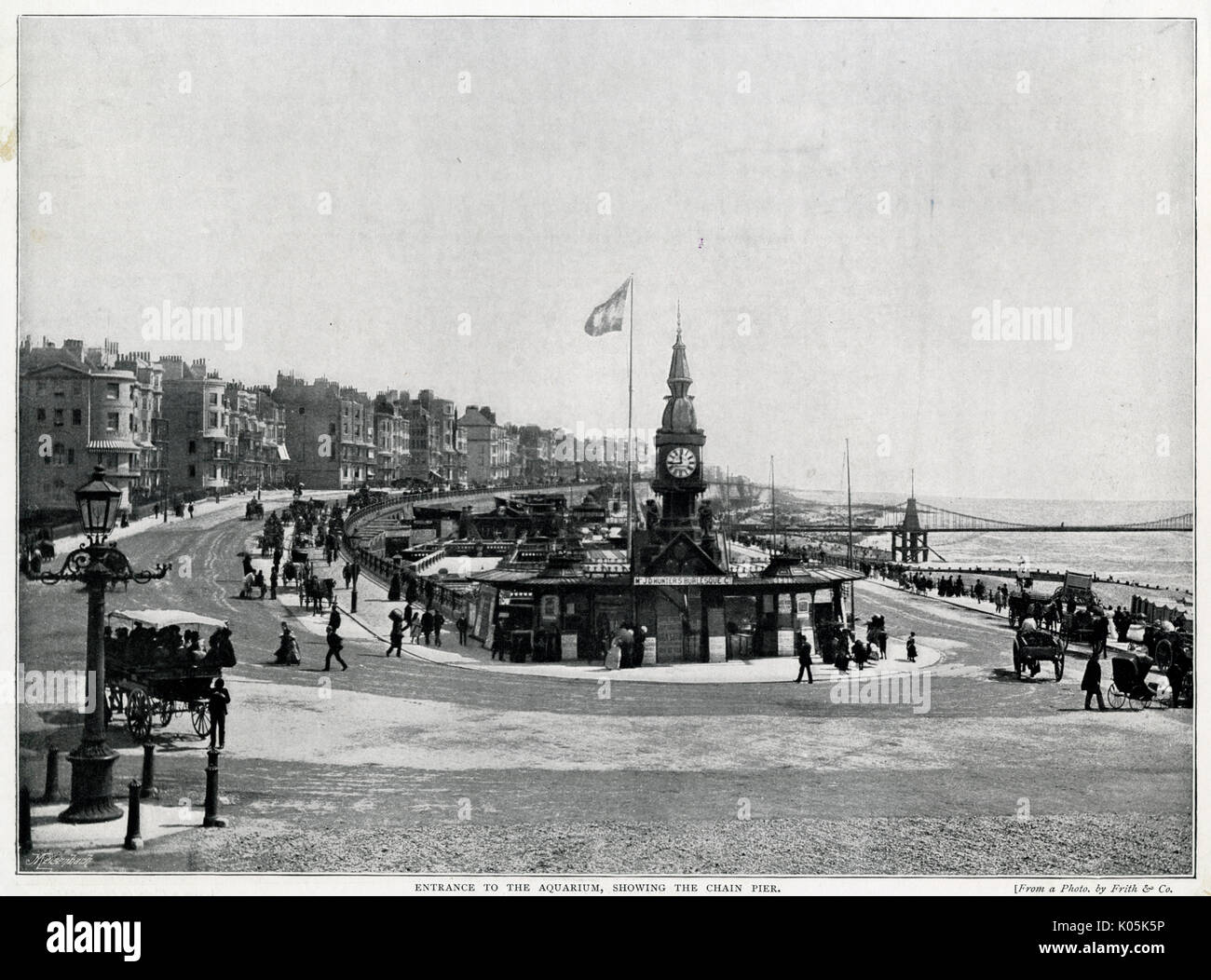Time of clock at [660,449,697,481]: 11:43
